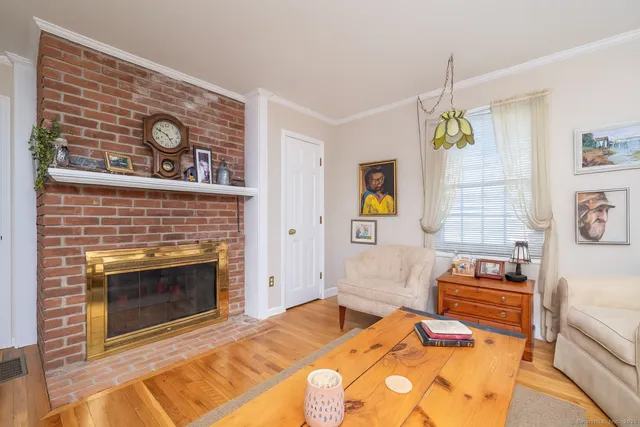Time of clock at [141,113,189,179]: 4:50
